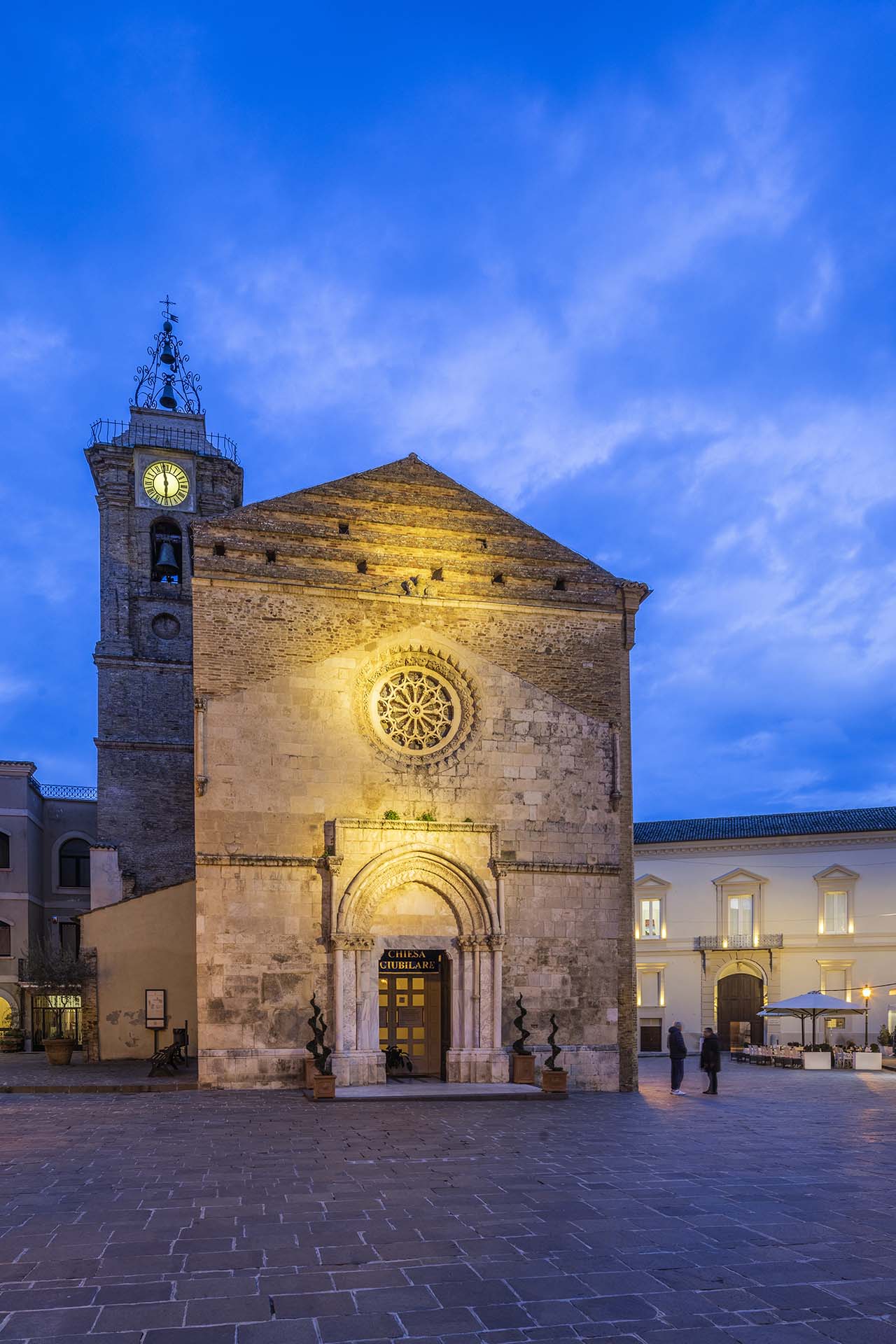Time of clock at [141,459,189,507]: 5:58
